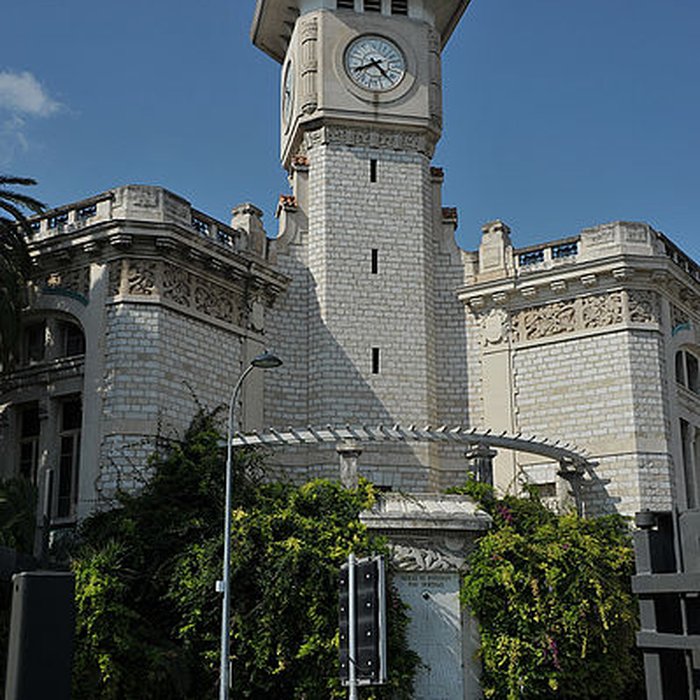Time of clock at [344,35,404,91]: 4:40
